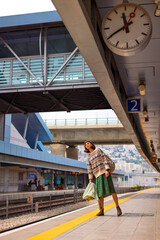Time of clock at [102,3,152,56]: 11:40
